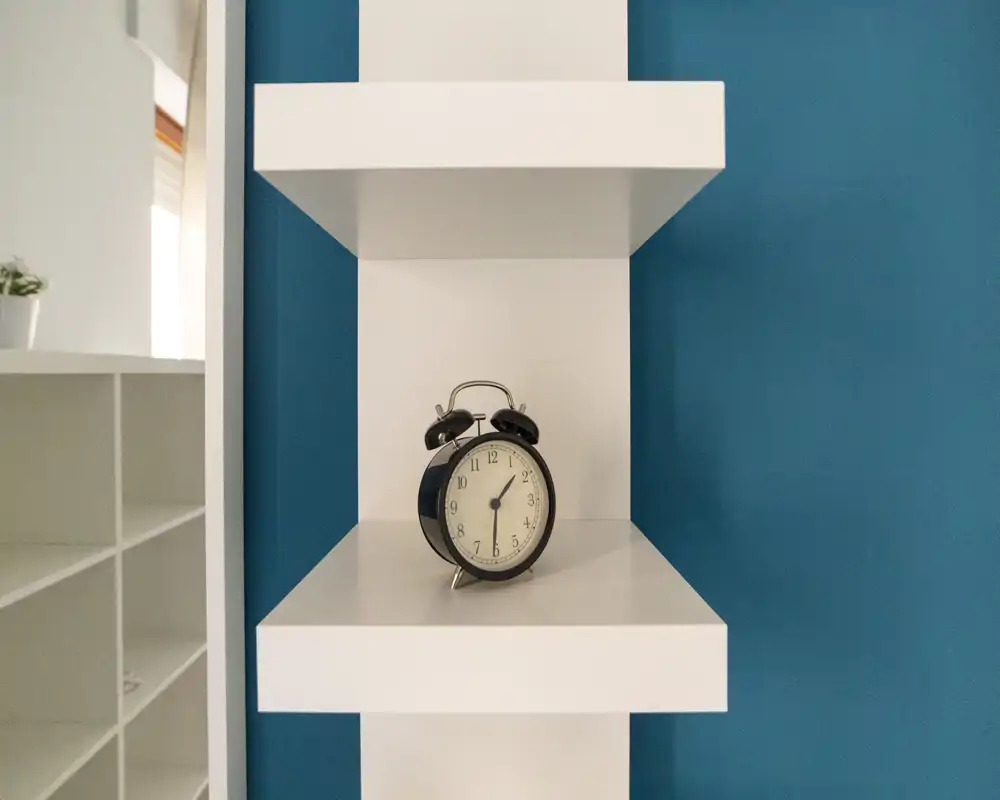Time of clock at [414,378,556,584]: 1:30
